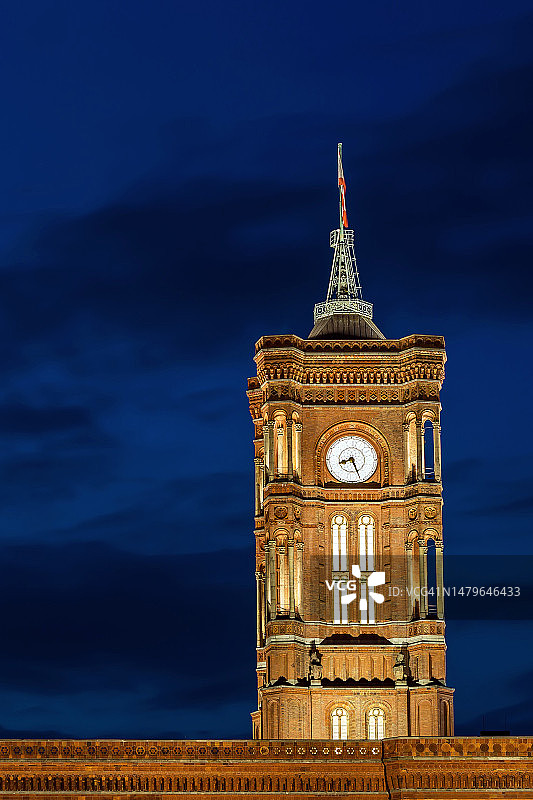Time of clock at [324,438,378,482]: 8:26
